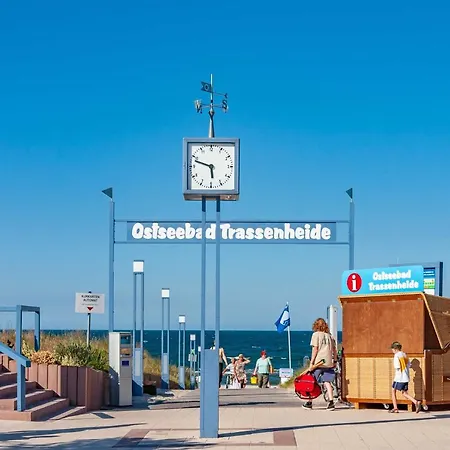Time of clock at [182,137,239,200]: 5:48
